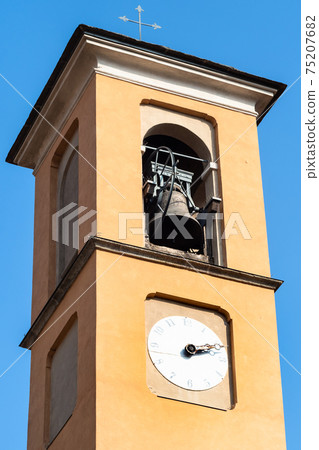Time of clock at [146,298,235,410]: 2:12
